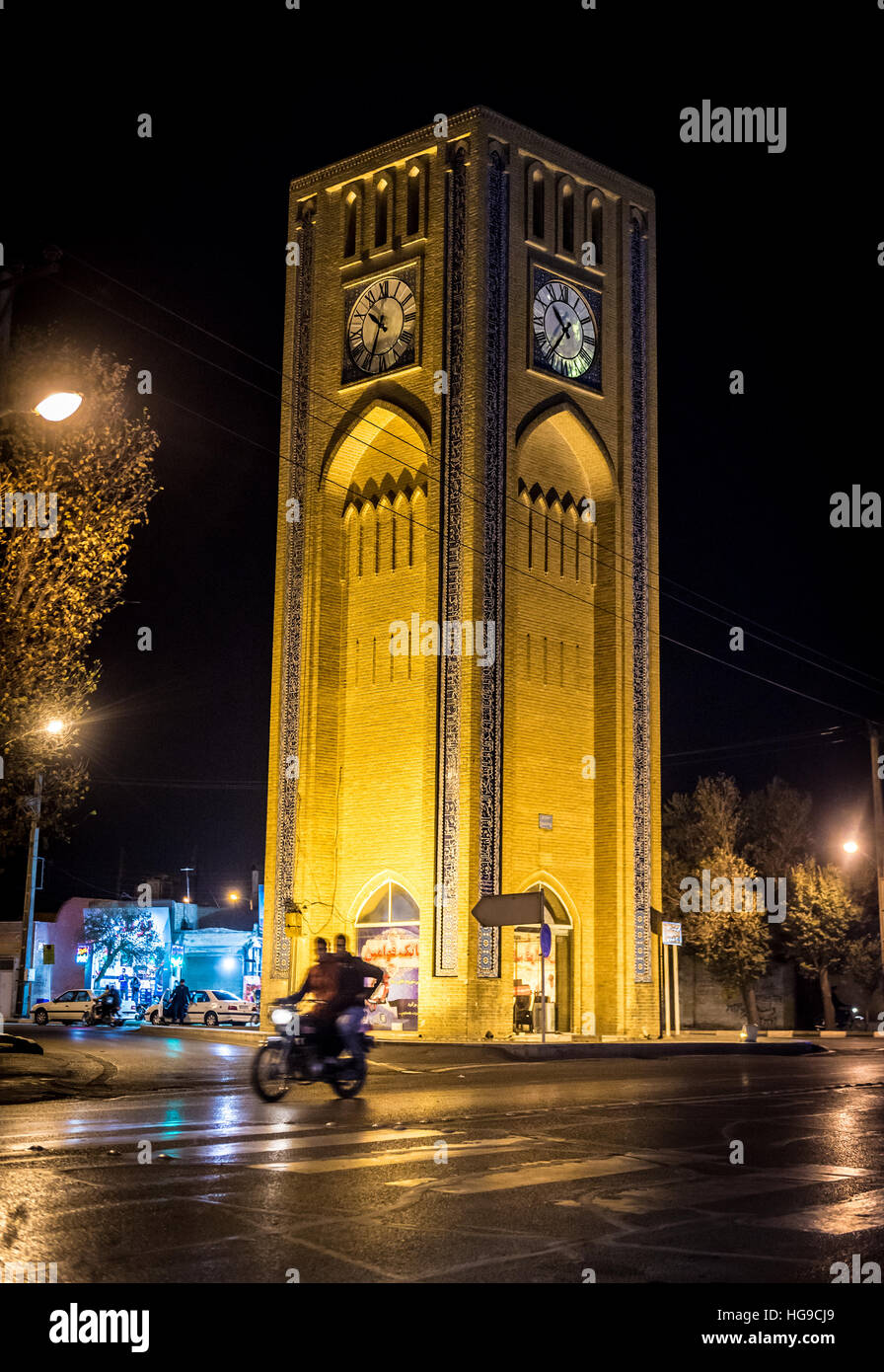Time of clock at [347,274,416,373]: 10:34
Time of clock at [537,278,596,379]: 10:35
